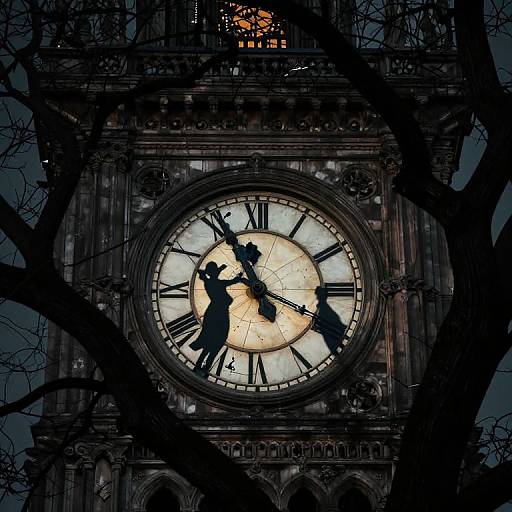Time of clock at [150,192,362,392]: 11:18
